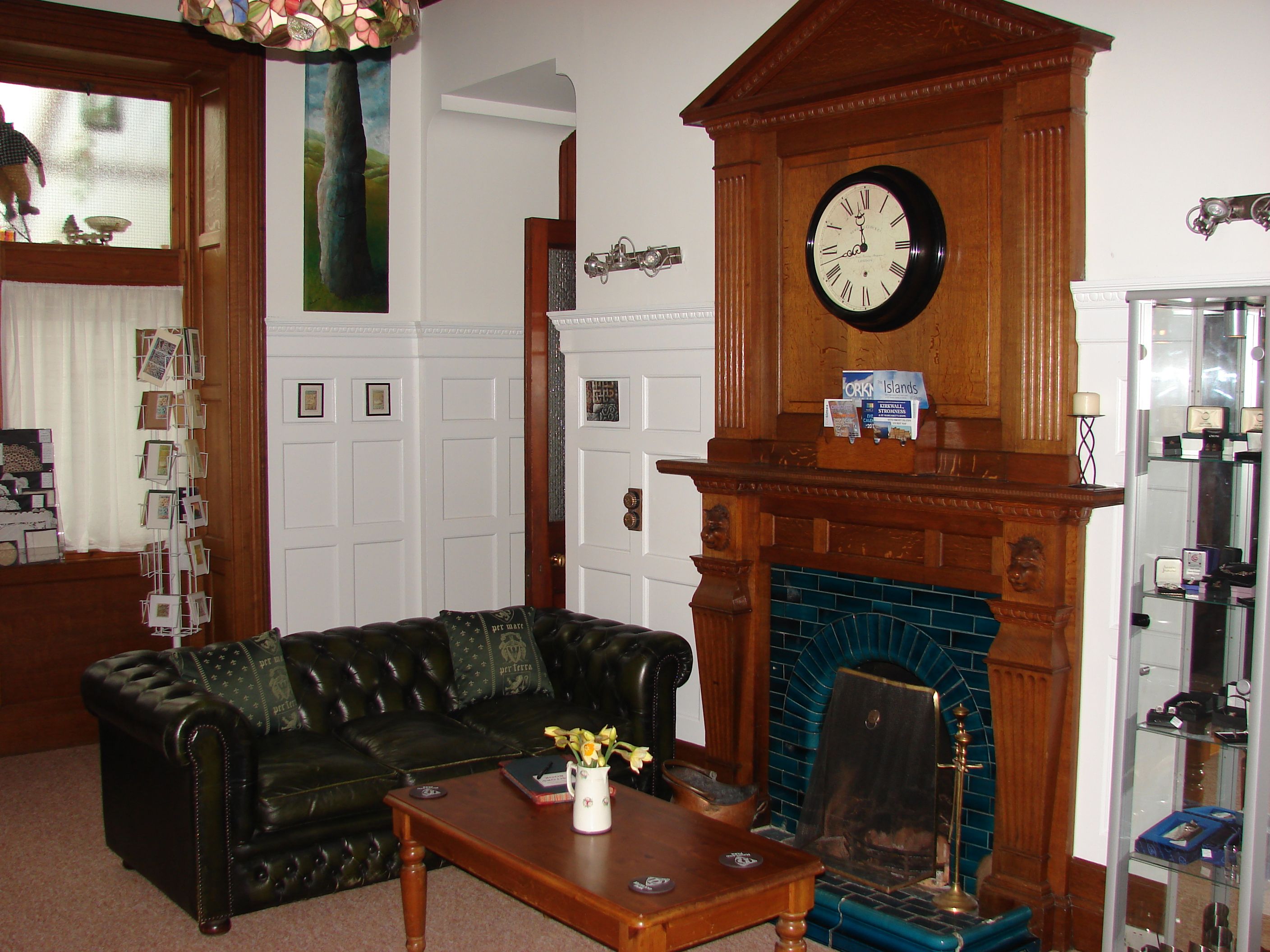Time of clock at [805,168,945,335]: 11:42
